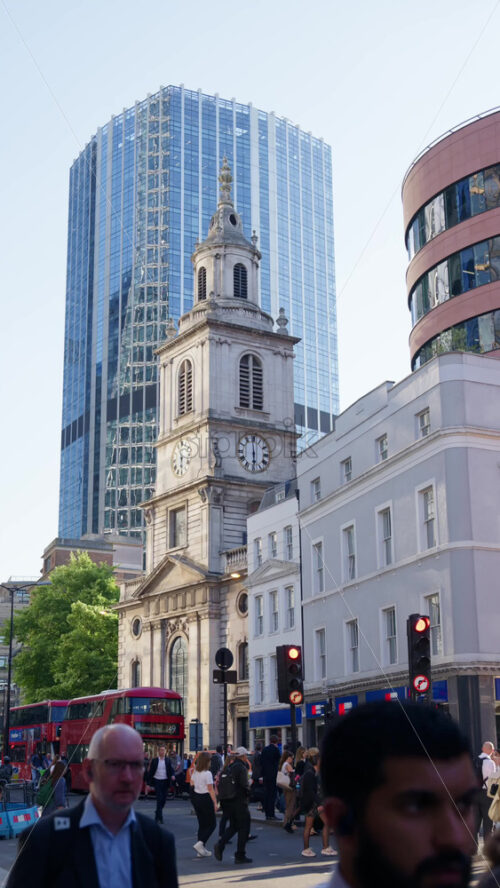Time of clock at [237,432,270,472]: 5:59
